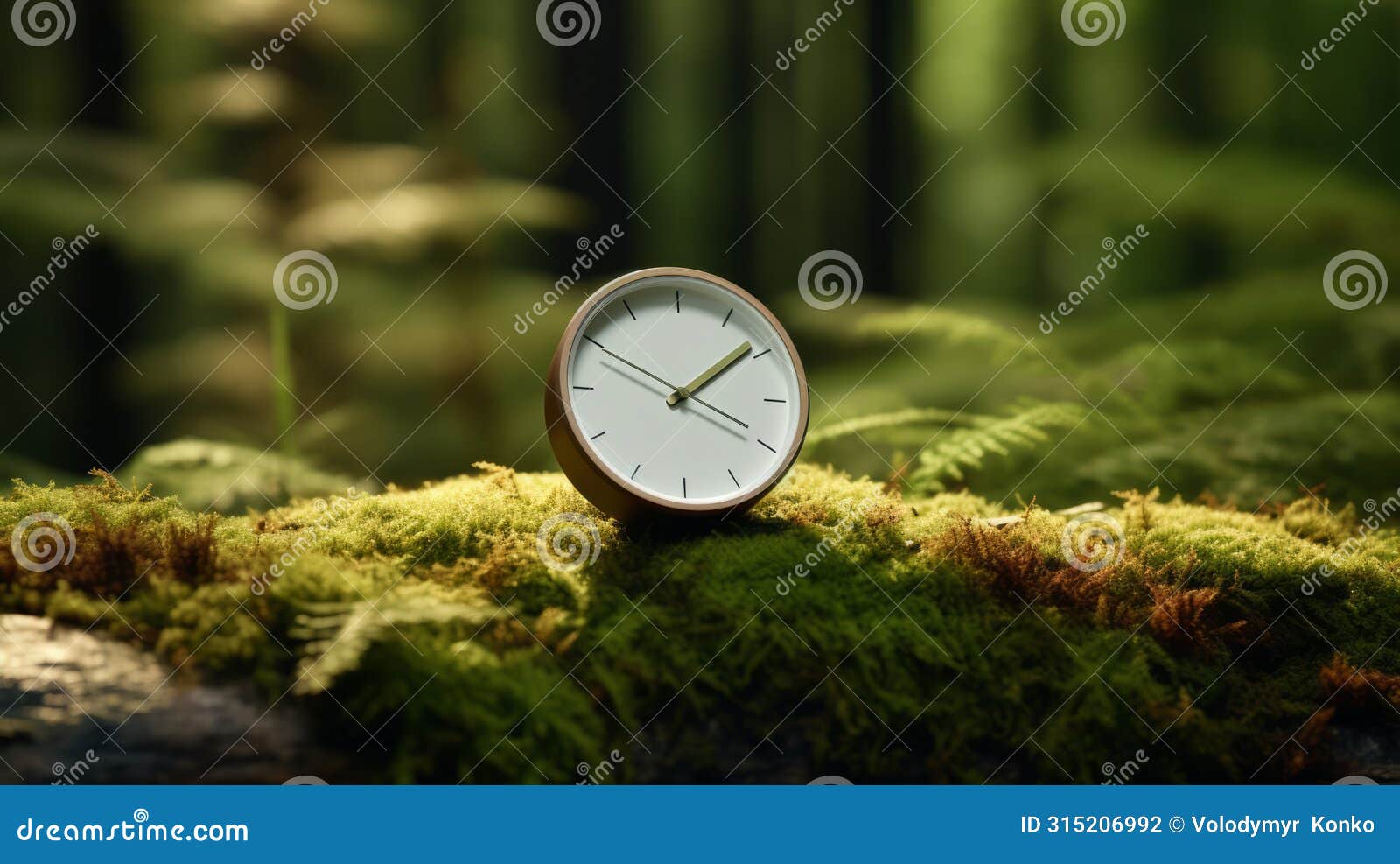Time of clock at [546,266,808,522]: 1:49
